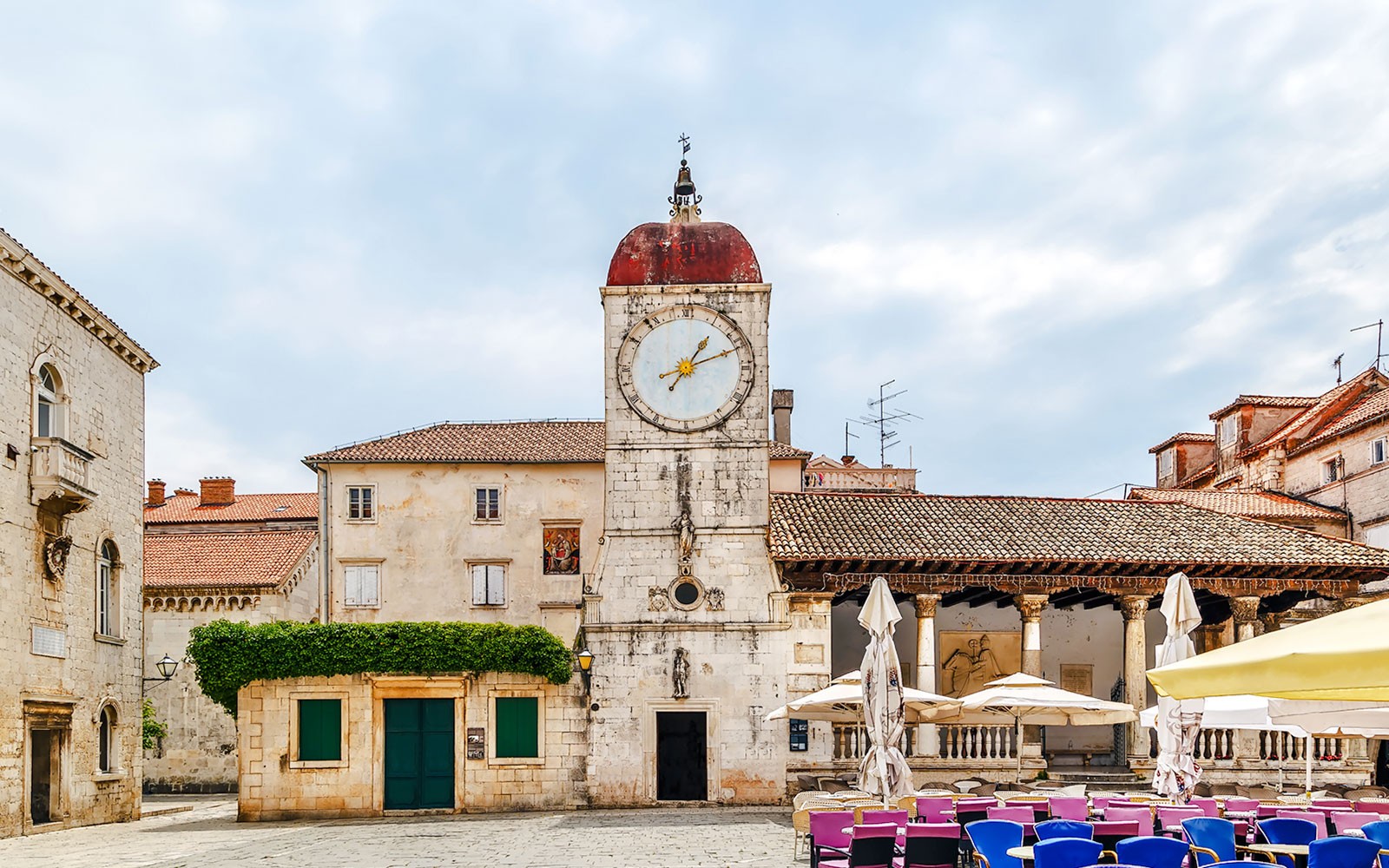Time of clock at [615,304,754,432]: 1:11
